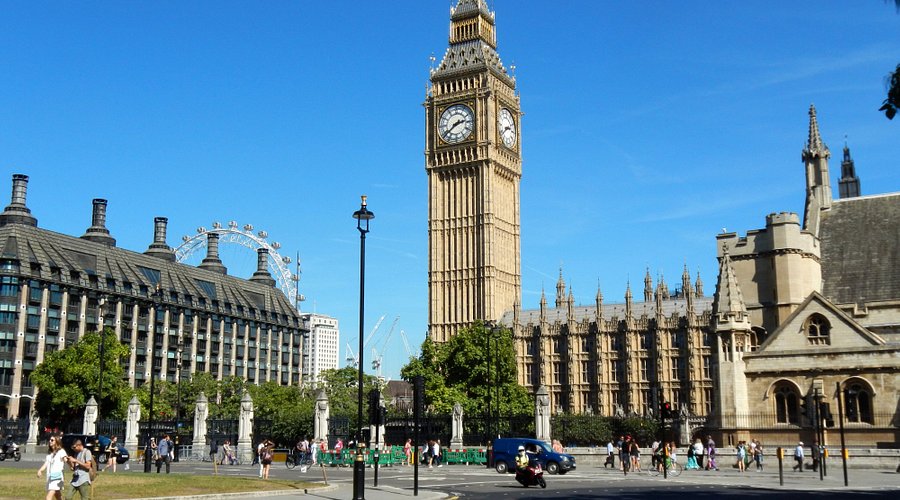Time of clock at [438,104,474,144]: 2:38
